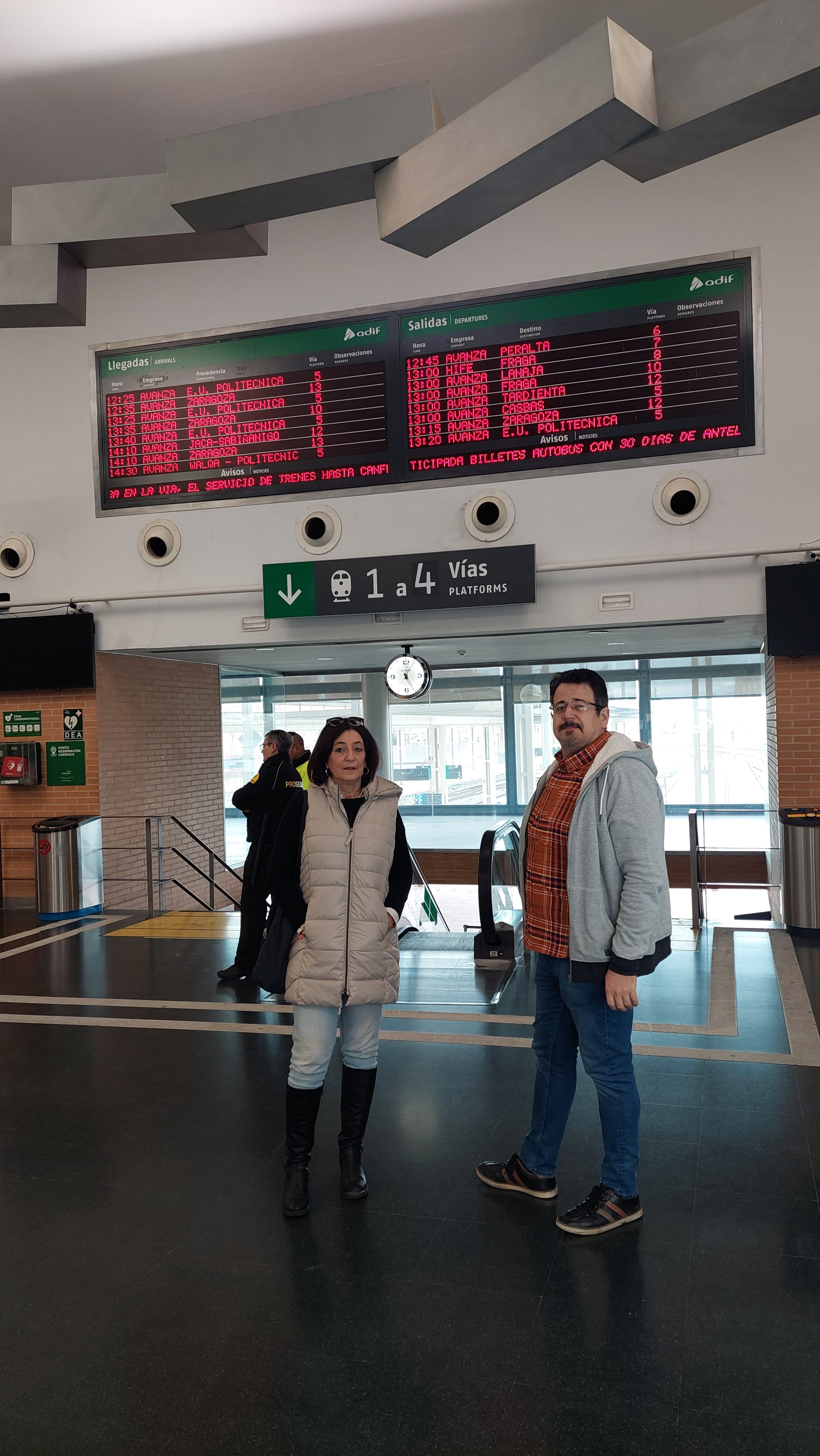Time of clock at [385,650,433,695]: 5:05
